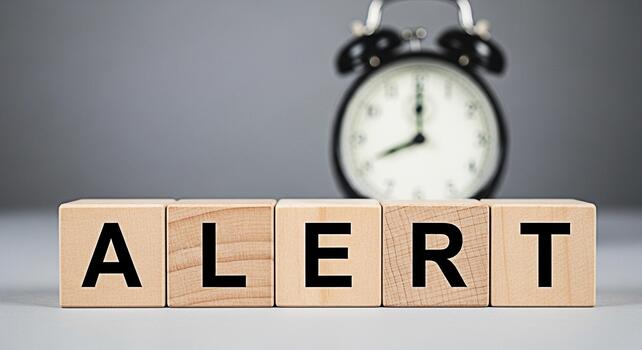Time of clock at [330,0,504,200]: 8:00
